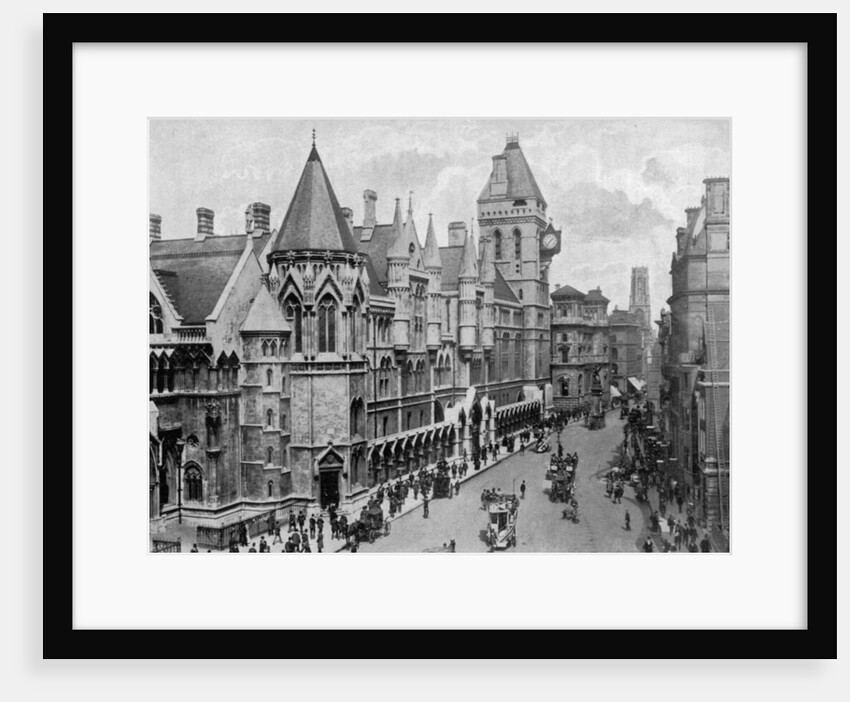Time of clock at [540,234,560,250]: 1:36
